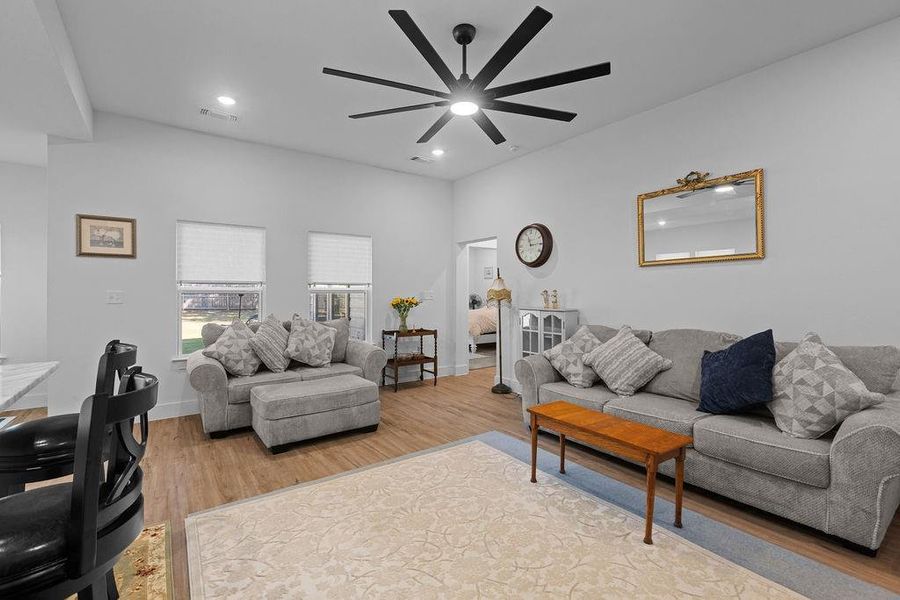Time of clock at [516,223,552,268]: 11:14
